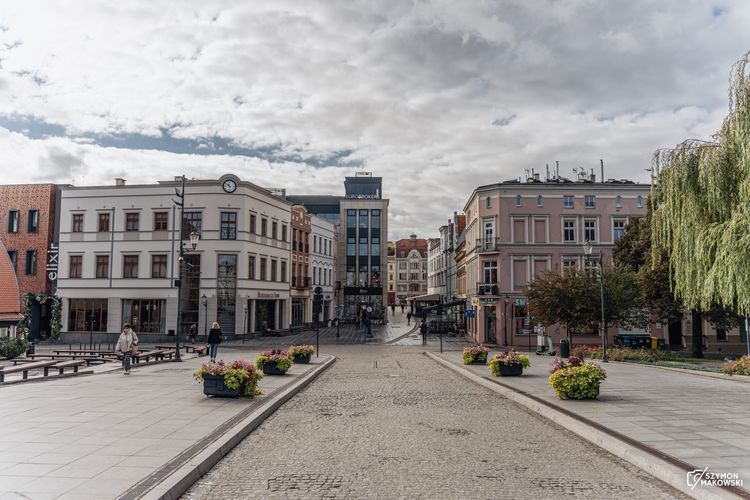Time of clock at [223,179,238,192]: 10:50
